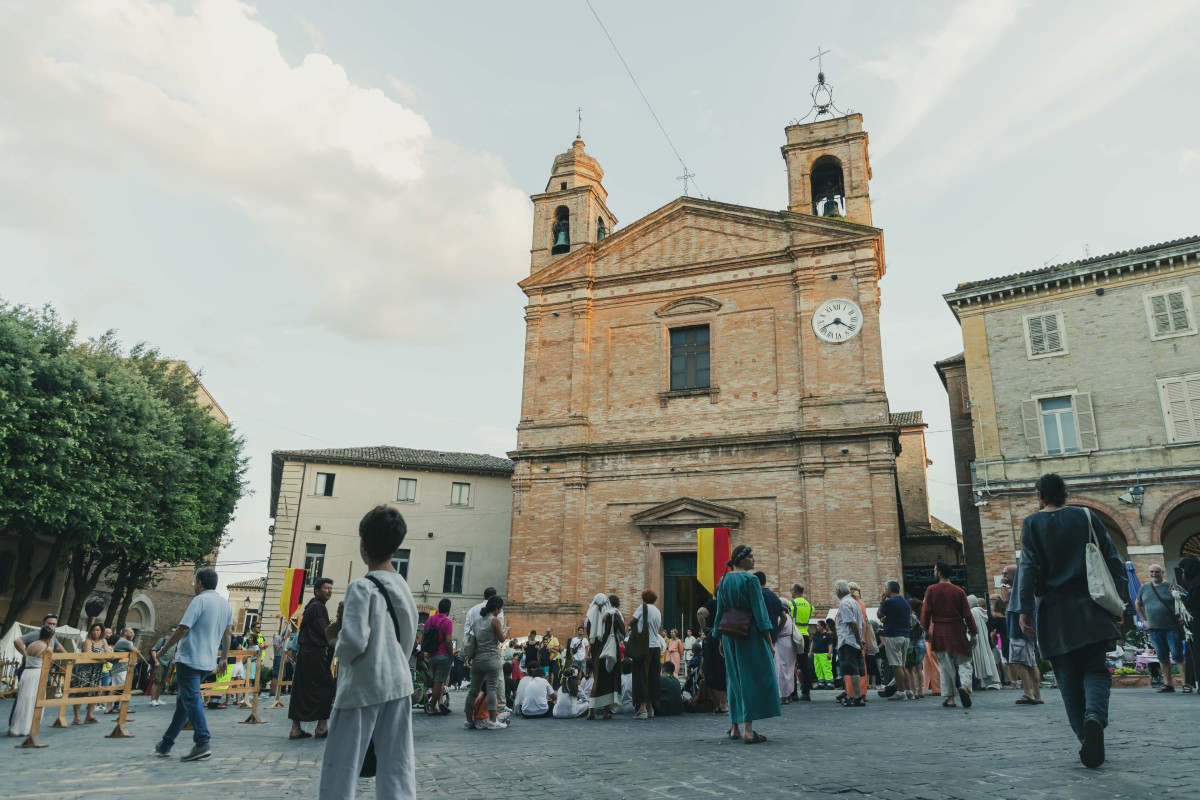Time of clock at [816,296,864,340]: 8:20
